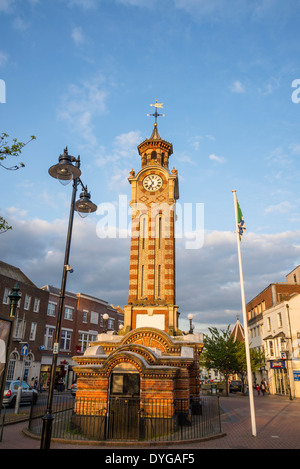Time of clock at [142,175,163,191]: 6:55
